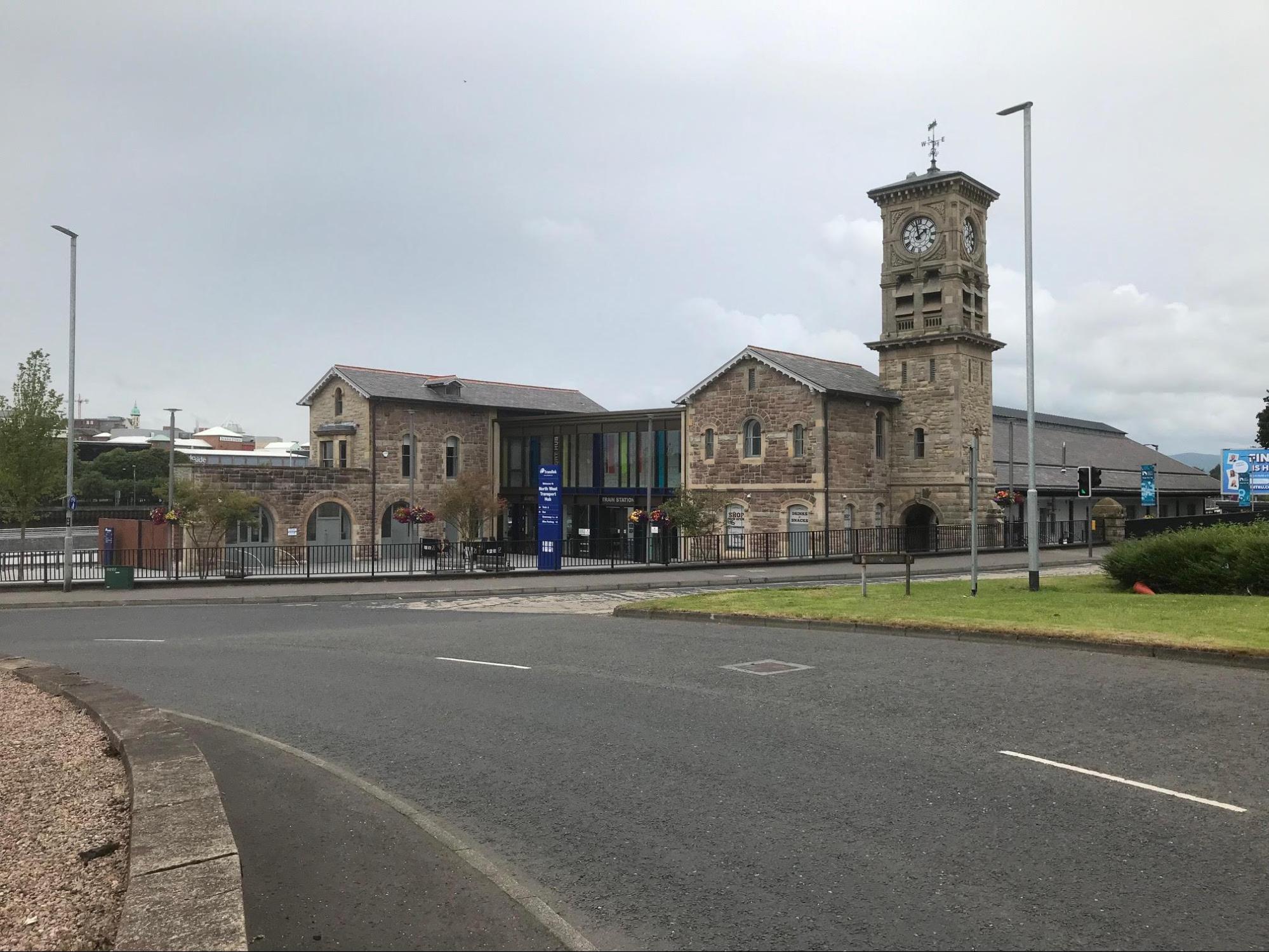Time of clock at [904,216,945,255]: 1:57
